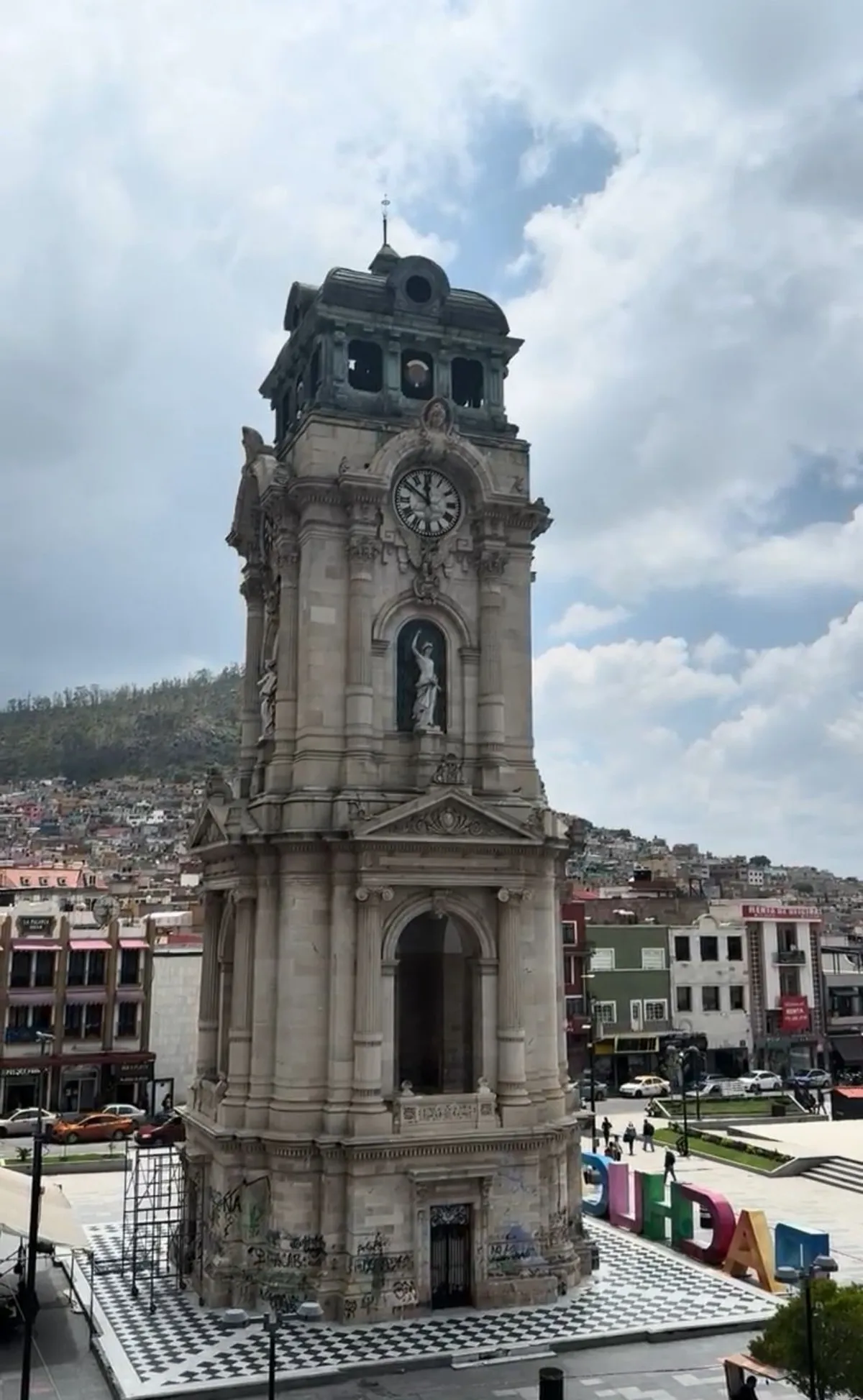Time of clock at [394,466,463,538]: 11:51
